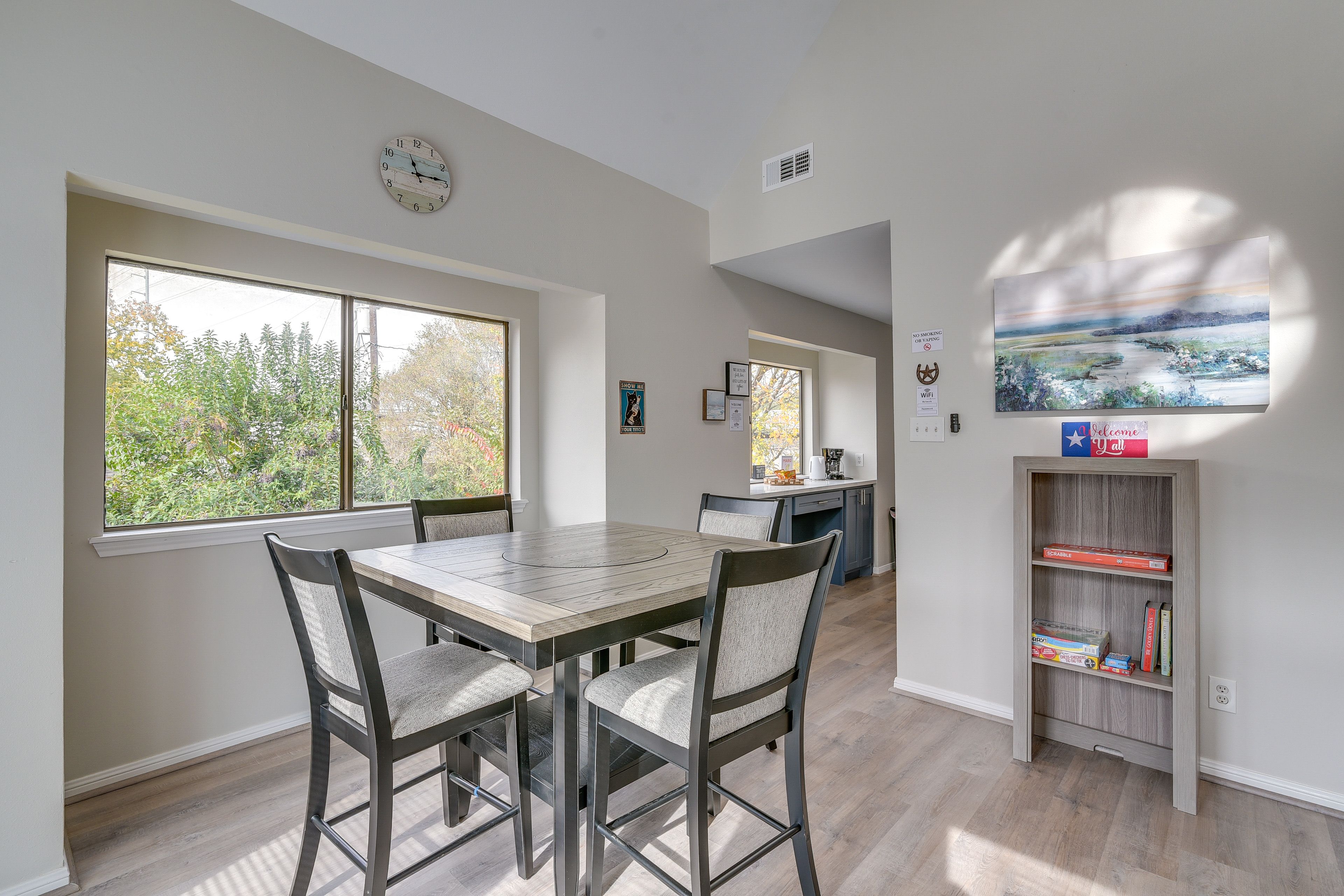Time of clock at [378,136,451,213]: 11:14
